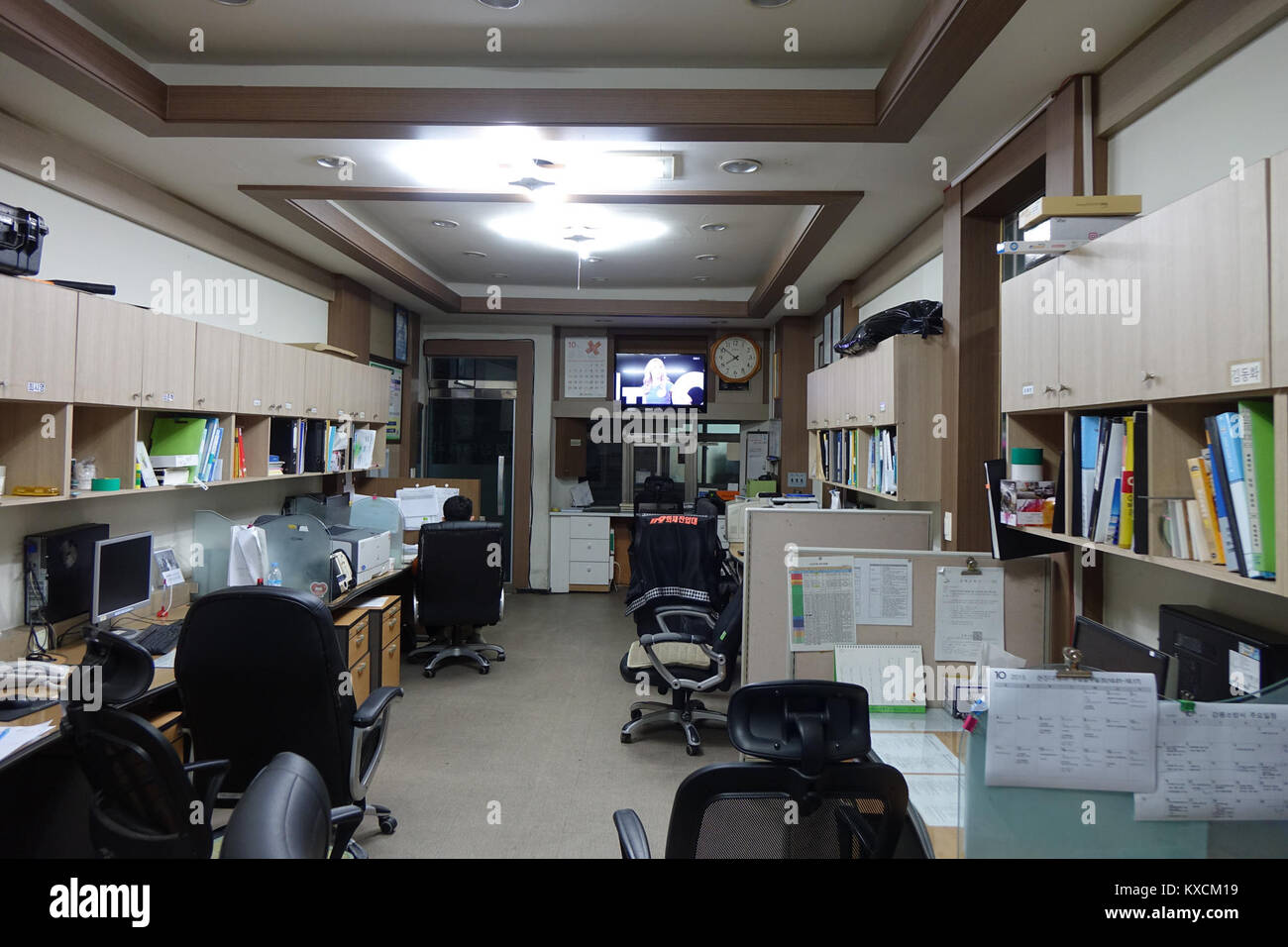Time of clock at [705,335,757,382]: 7:51
